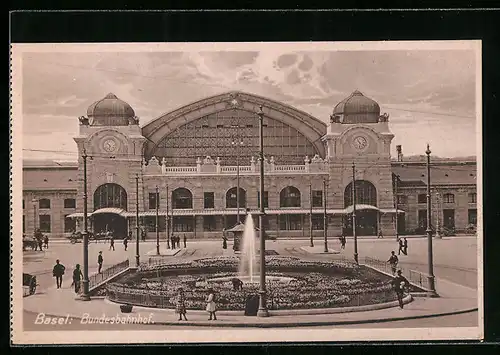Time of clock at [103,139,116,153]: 10:32
